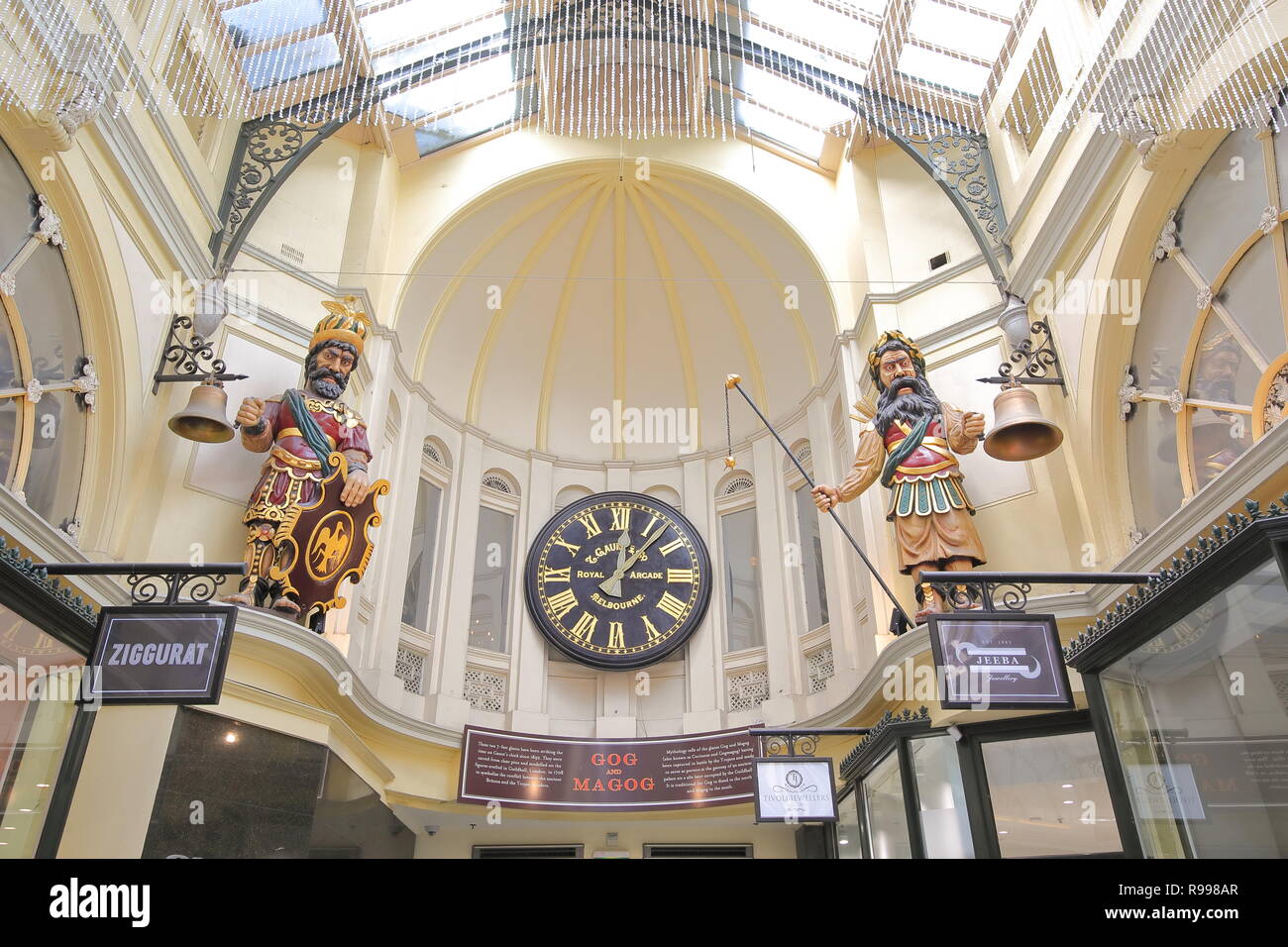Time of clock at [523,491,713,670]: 12:07
